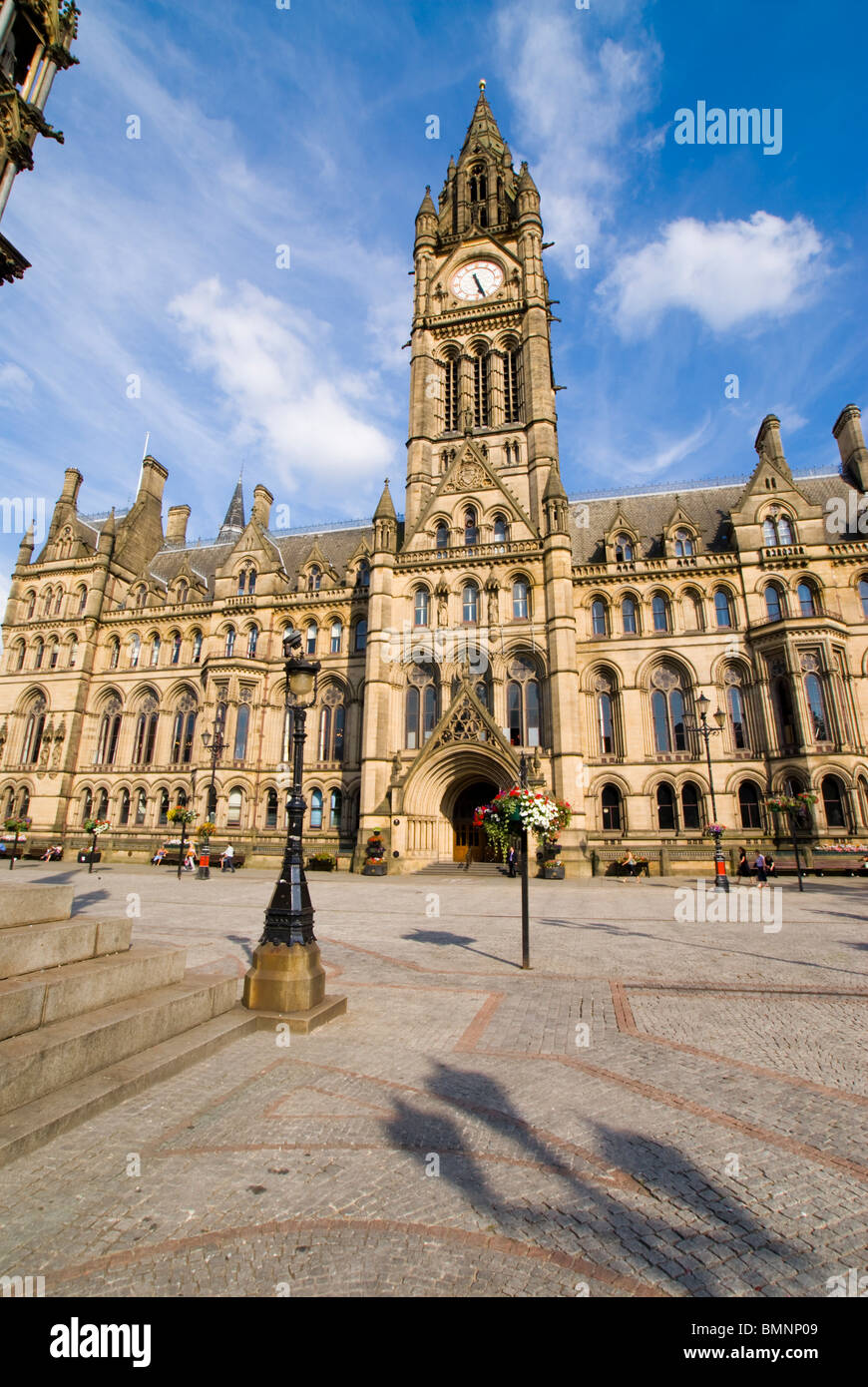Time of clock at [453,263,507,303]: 5:26
